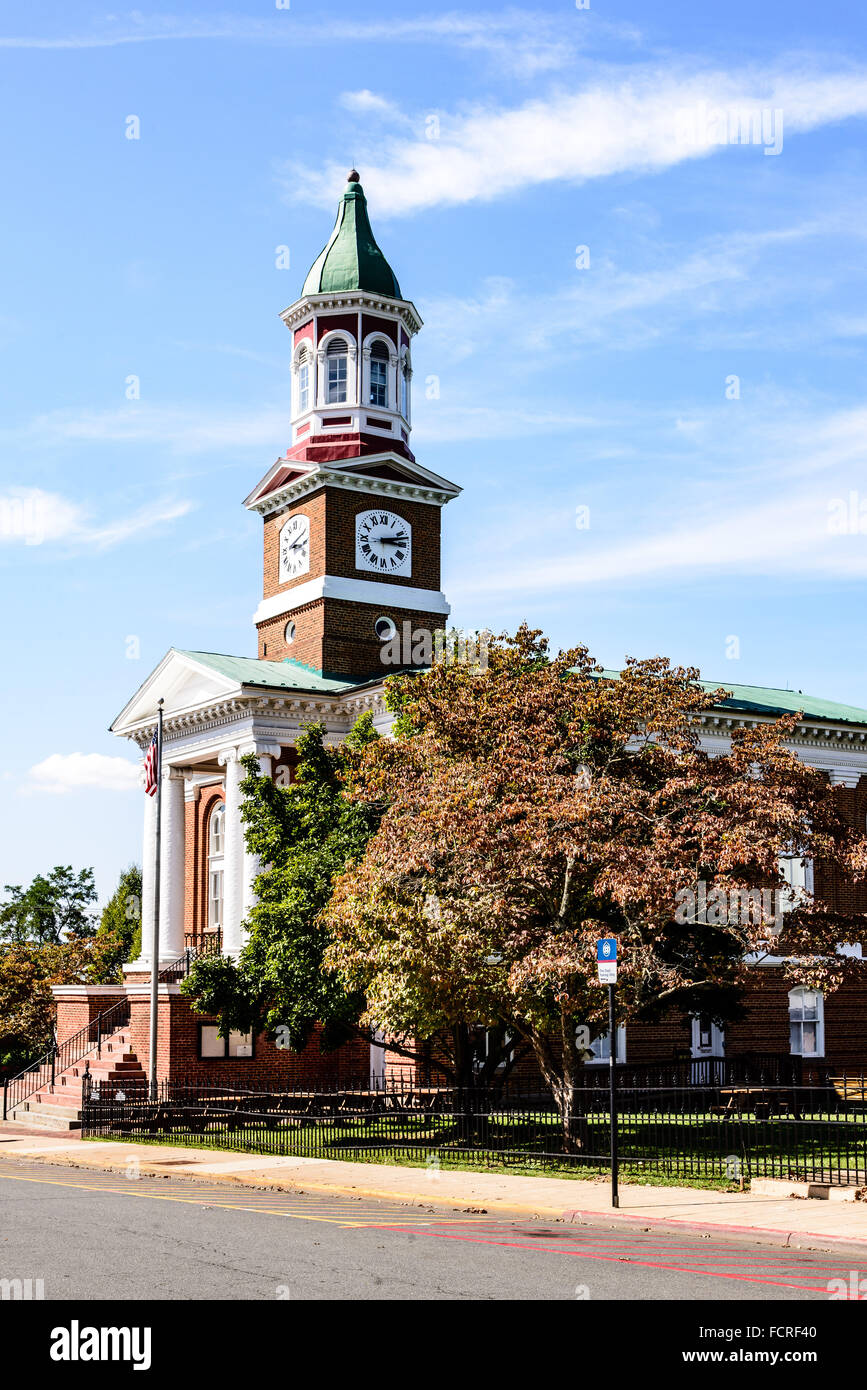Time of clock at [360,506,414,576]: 3:12
